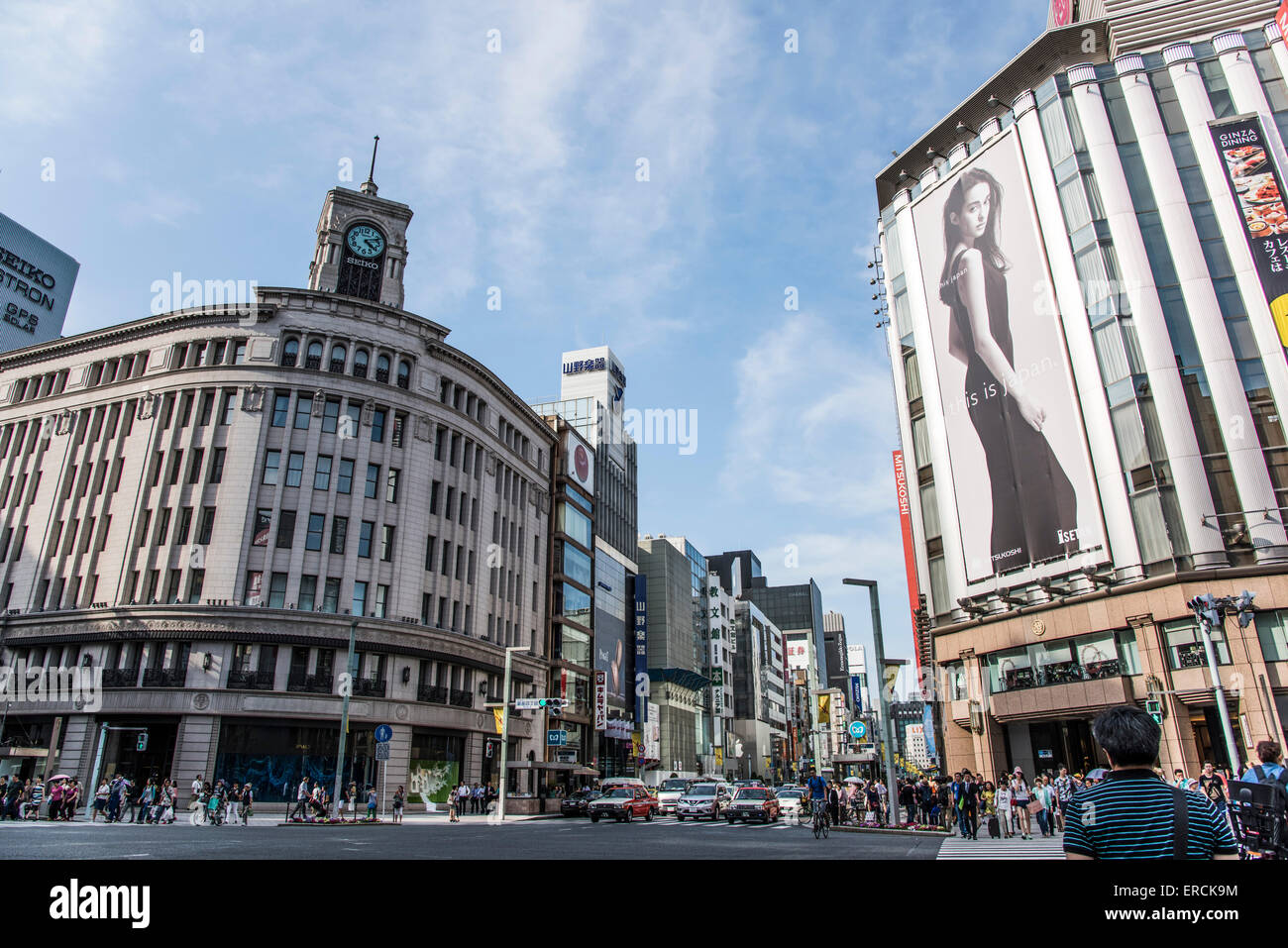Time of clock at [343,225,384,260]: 4:11
